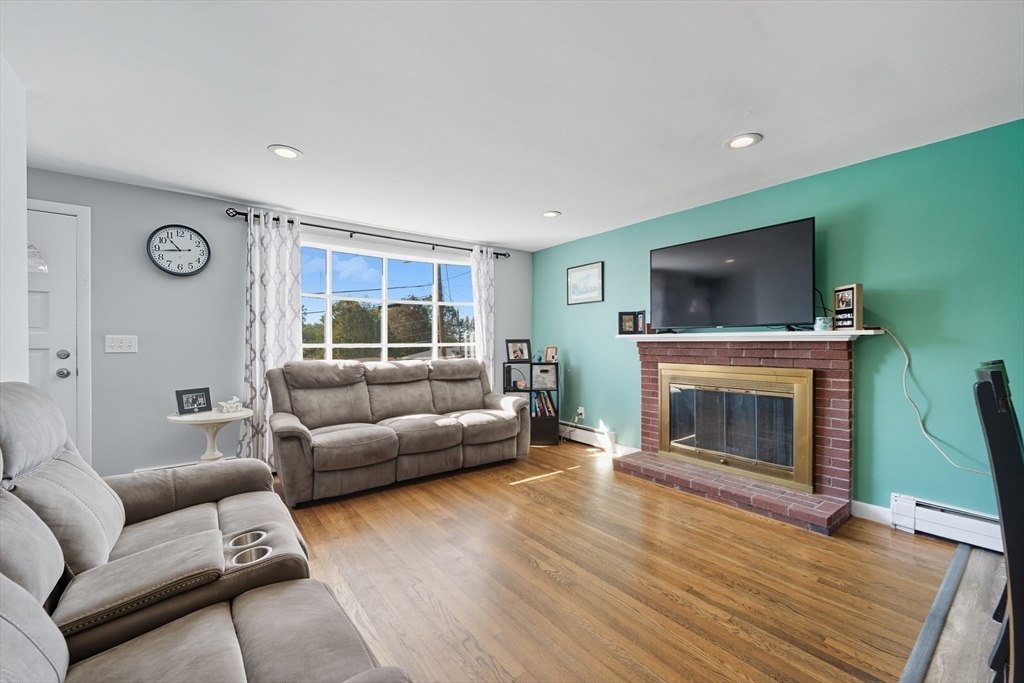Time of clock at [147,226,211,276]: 10:43
